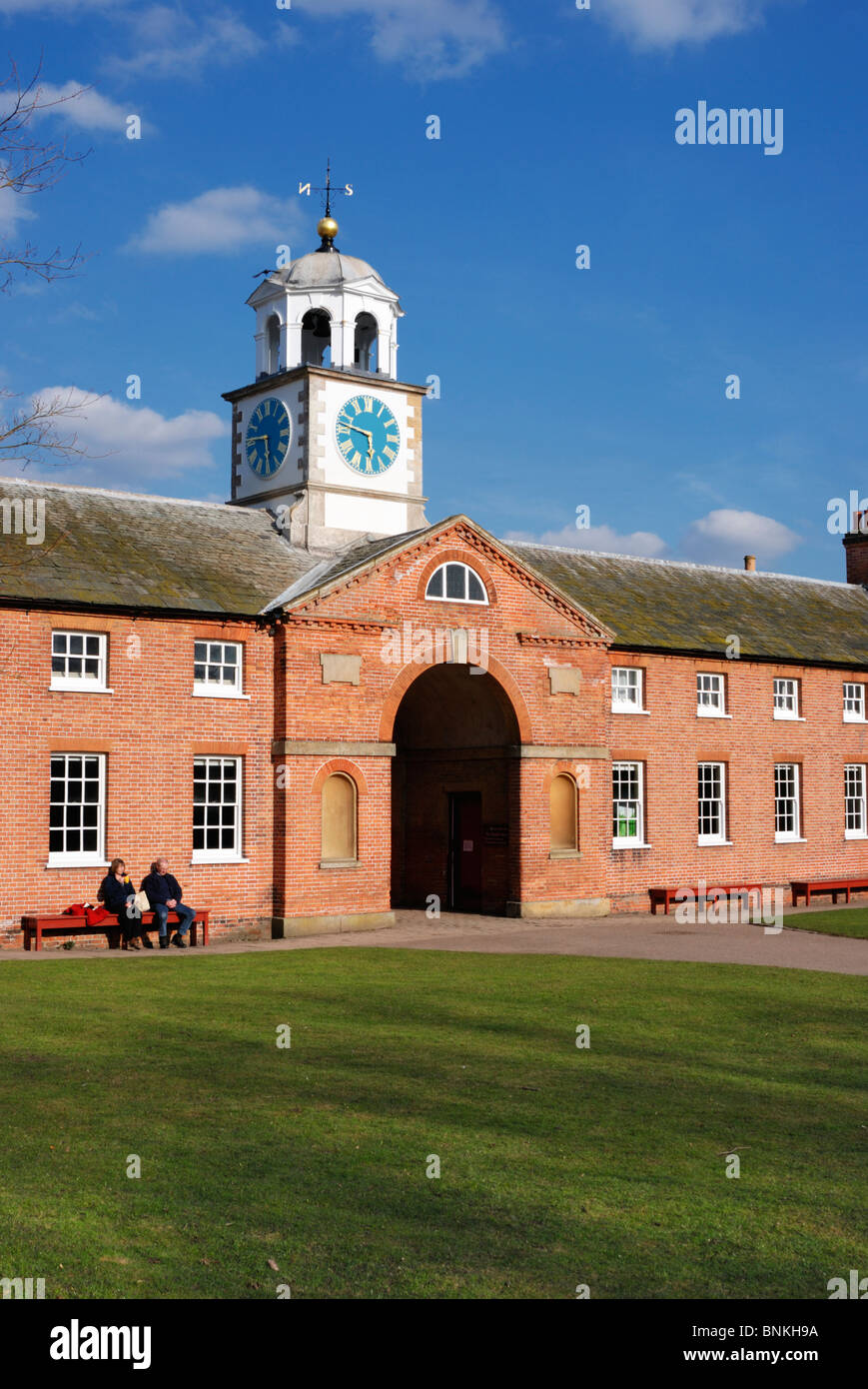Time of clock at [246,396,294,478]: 5:45
